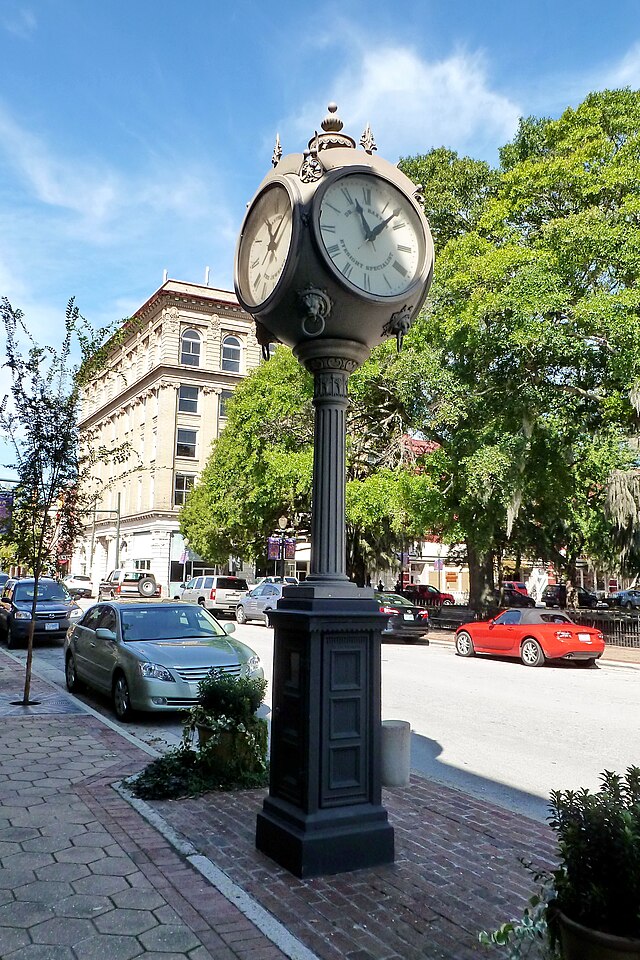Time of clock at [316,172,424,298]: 11:07
